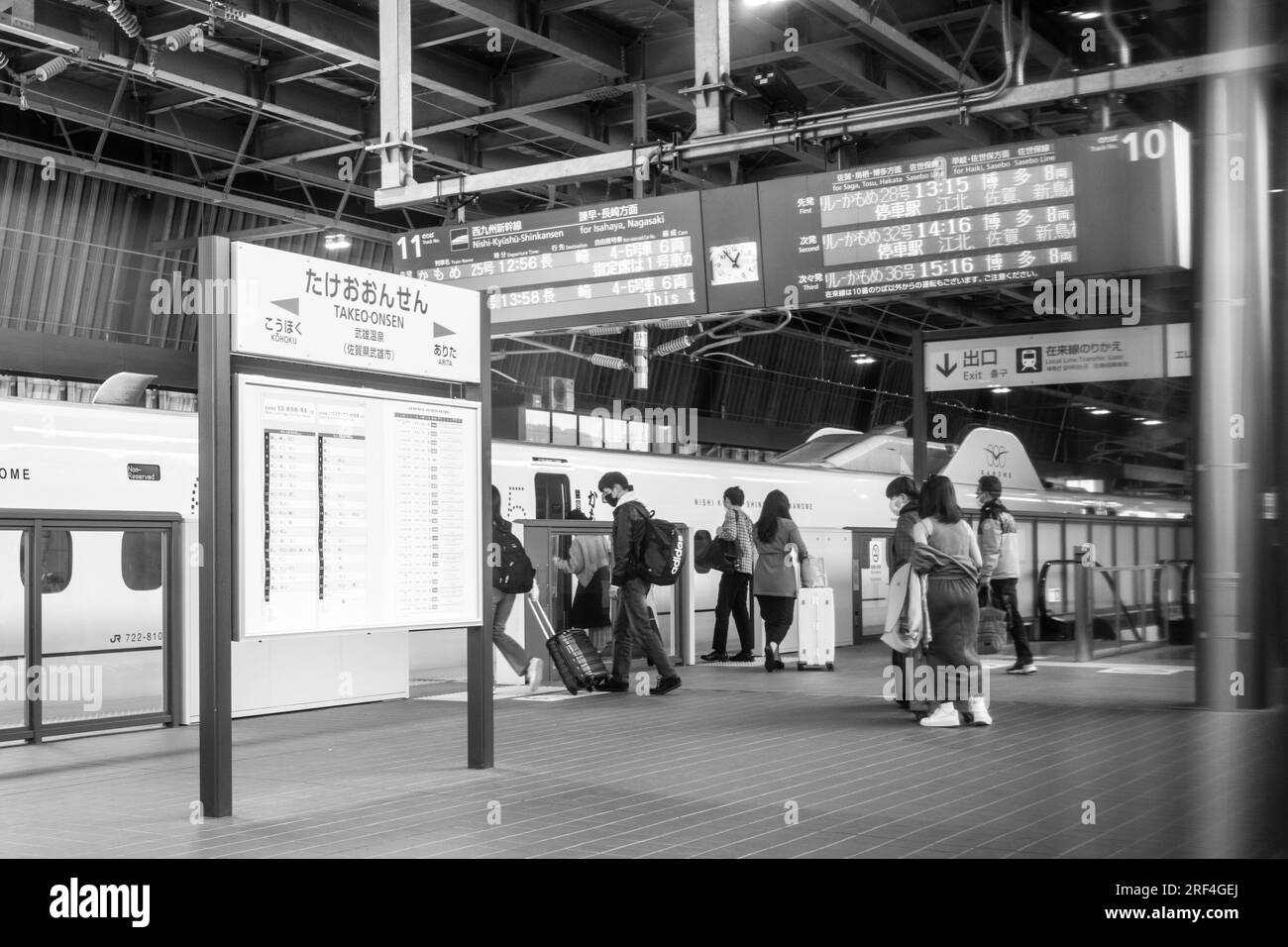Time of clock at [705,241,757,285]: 12:53
